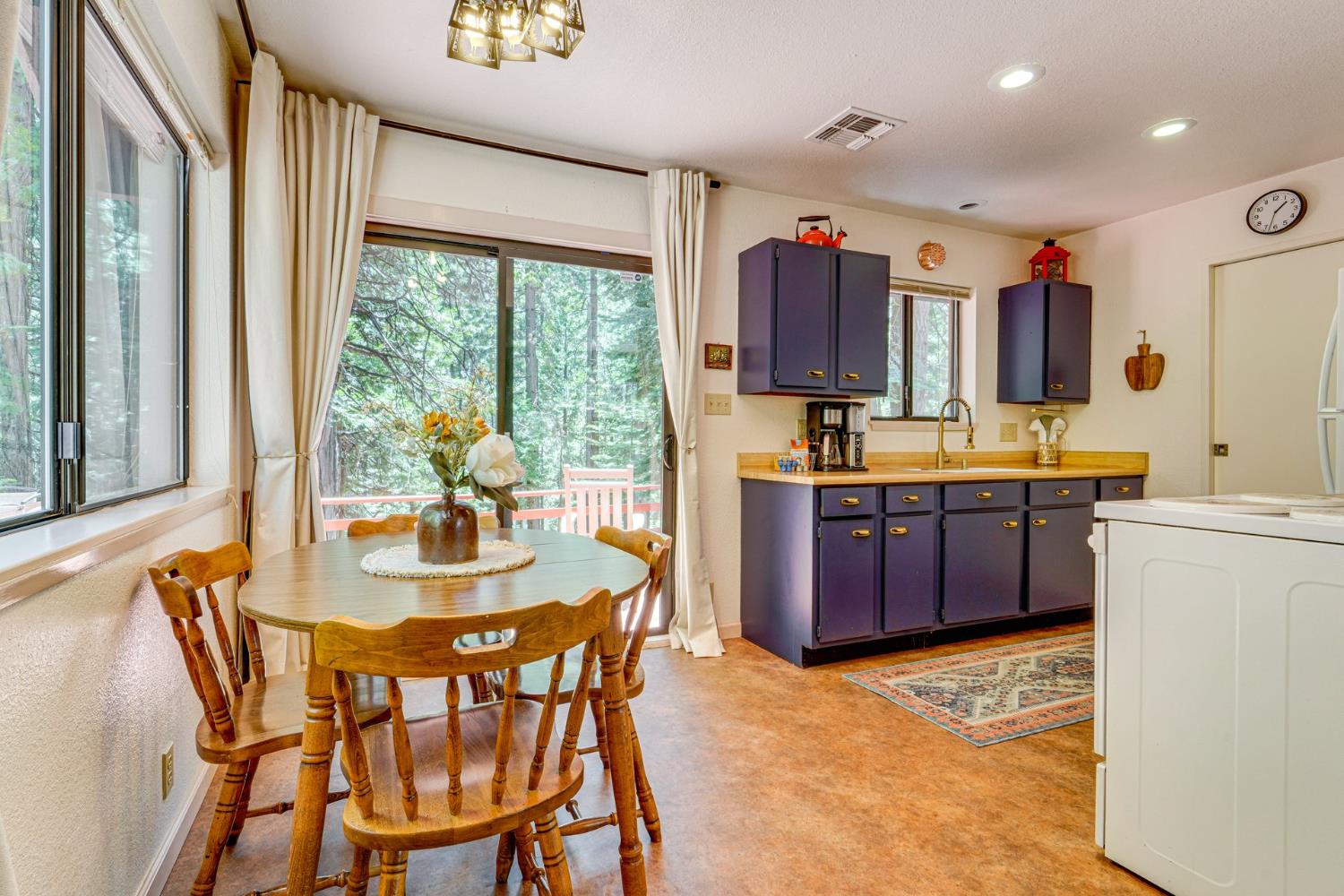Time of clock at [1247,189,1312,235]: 1:33
